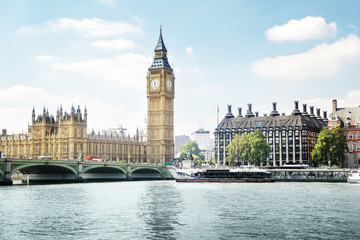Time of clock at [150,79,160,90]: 12:26
